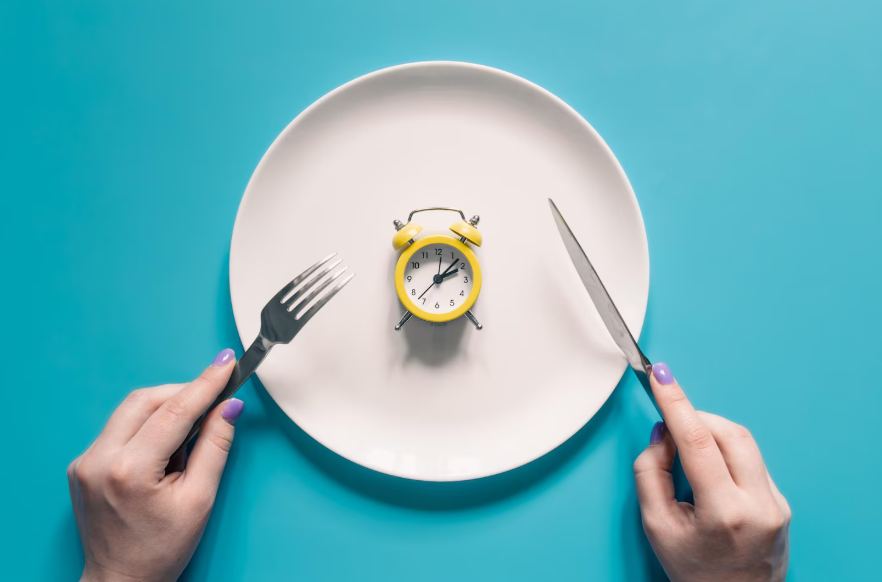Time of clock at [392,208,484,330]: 2:07
